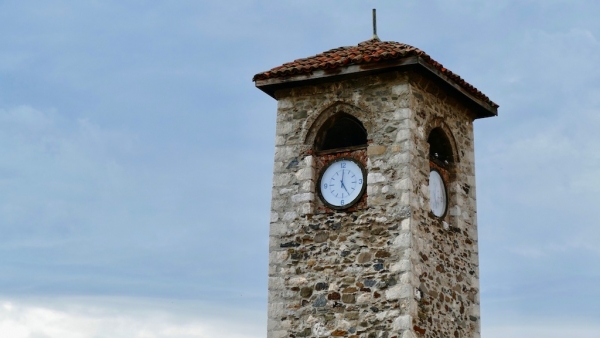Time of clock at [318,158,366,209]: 5:00
